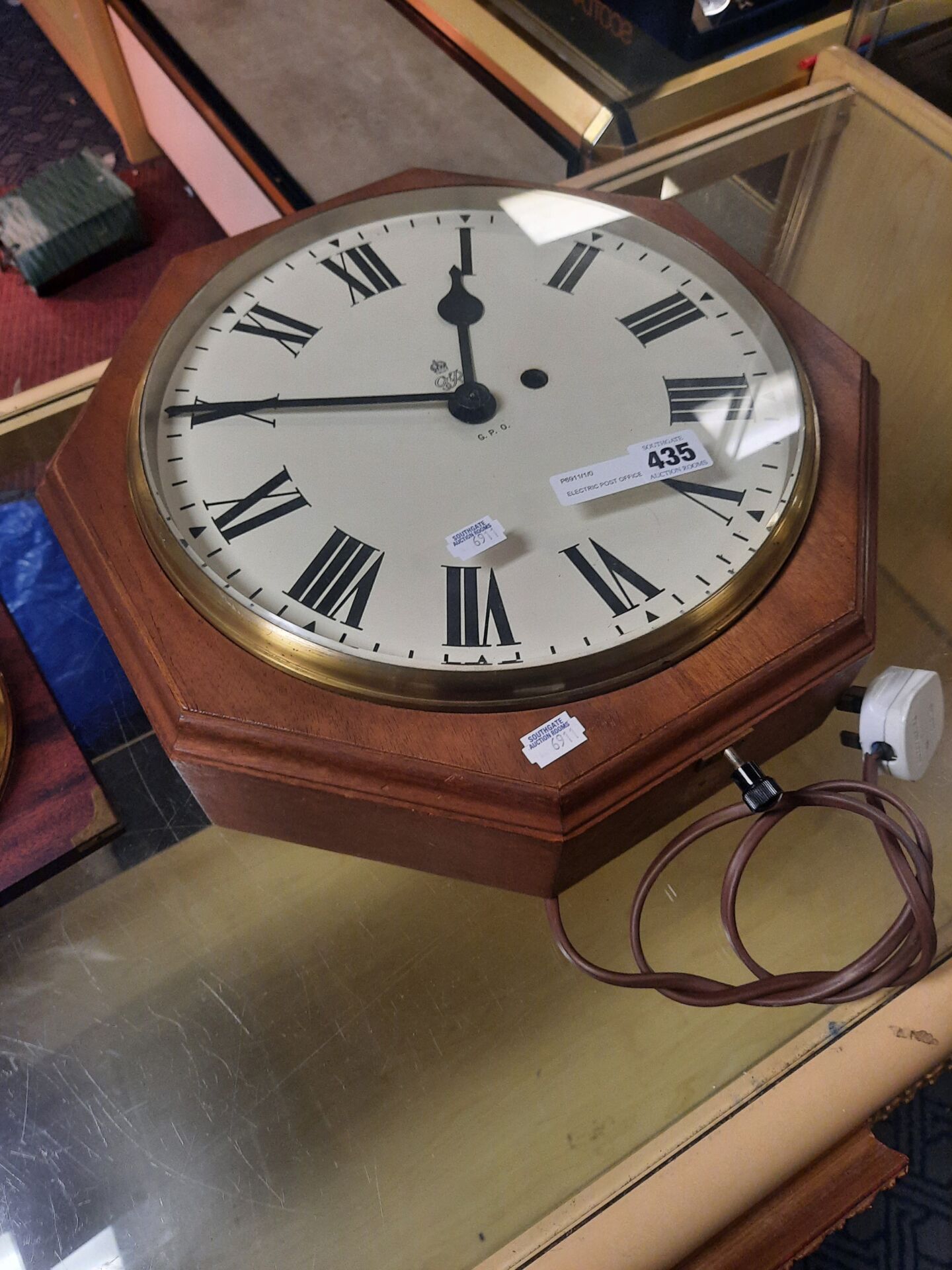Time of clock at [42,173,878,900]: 11:45
